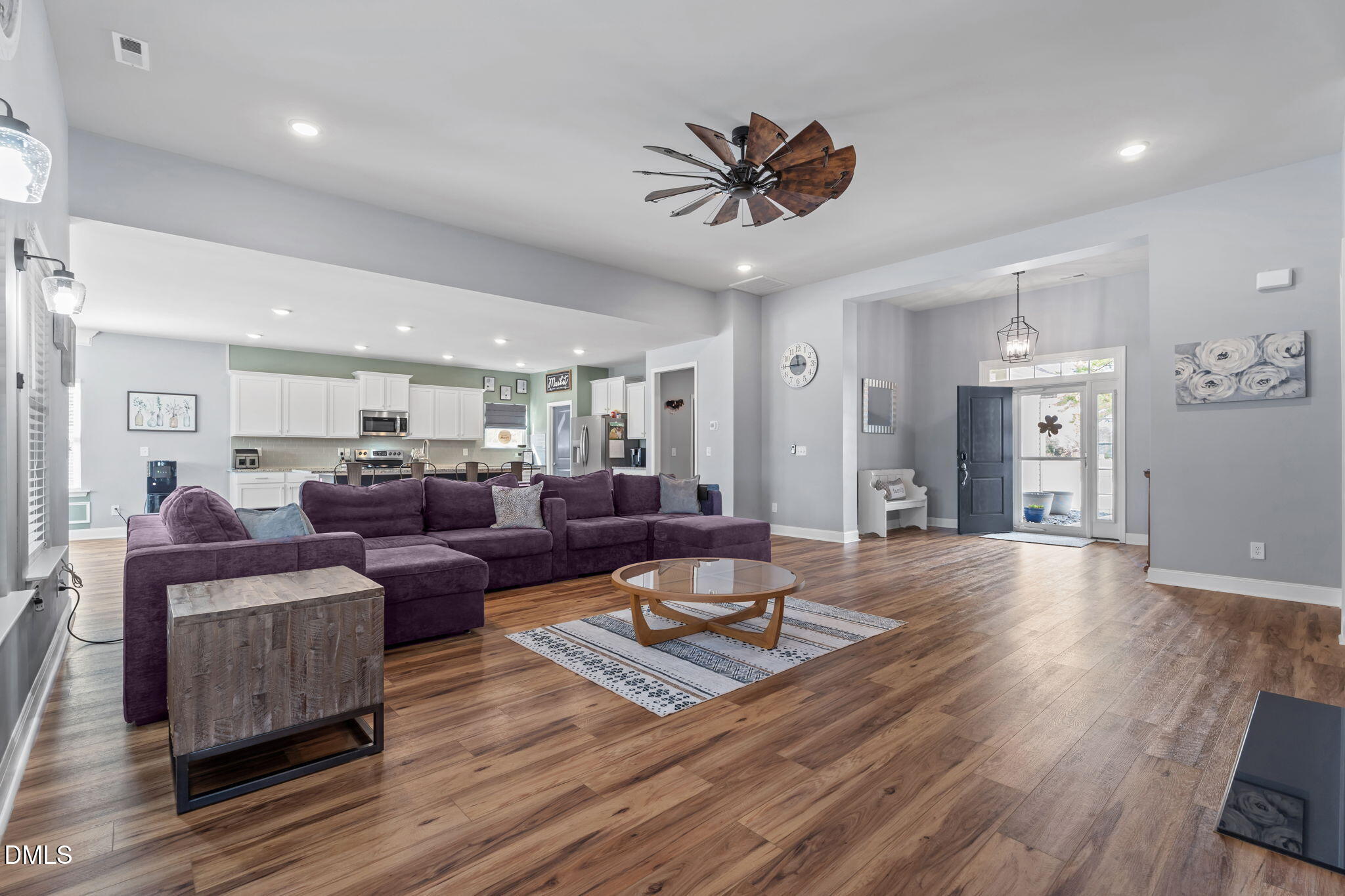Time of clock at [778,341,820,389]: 11:44
